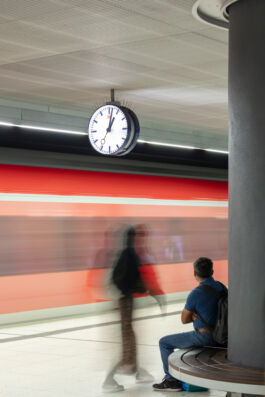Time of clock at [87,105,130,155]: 1:02
